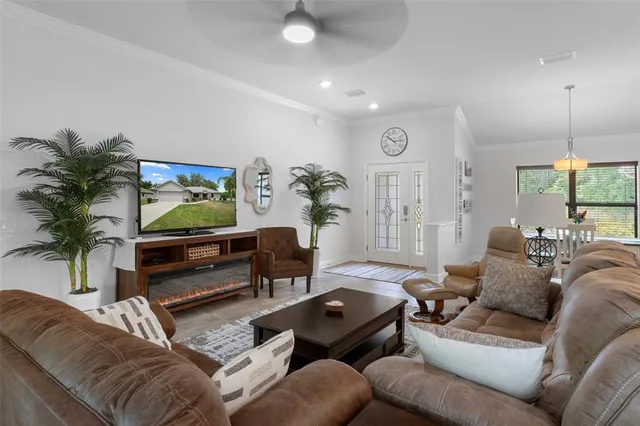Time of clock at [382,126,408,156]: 10:13
